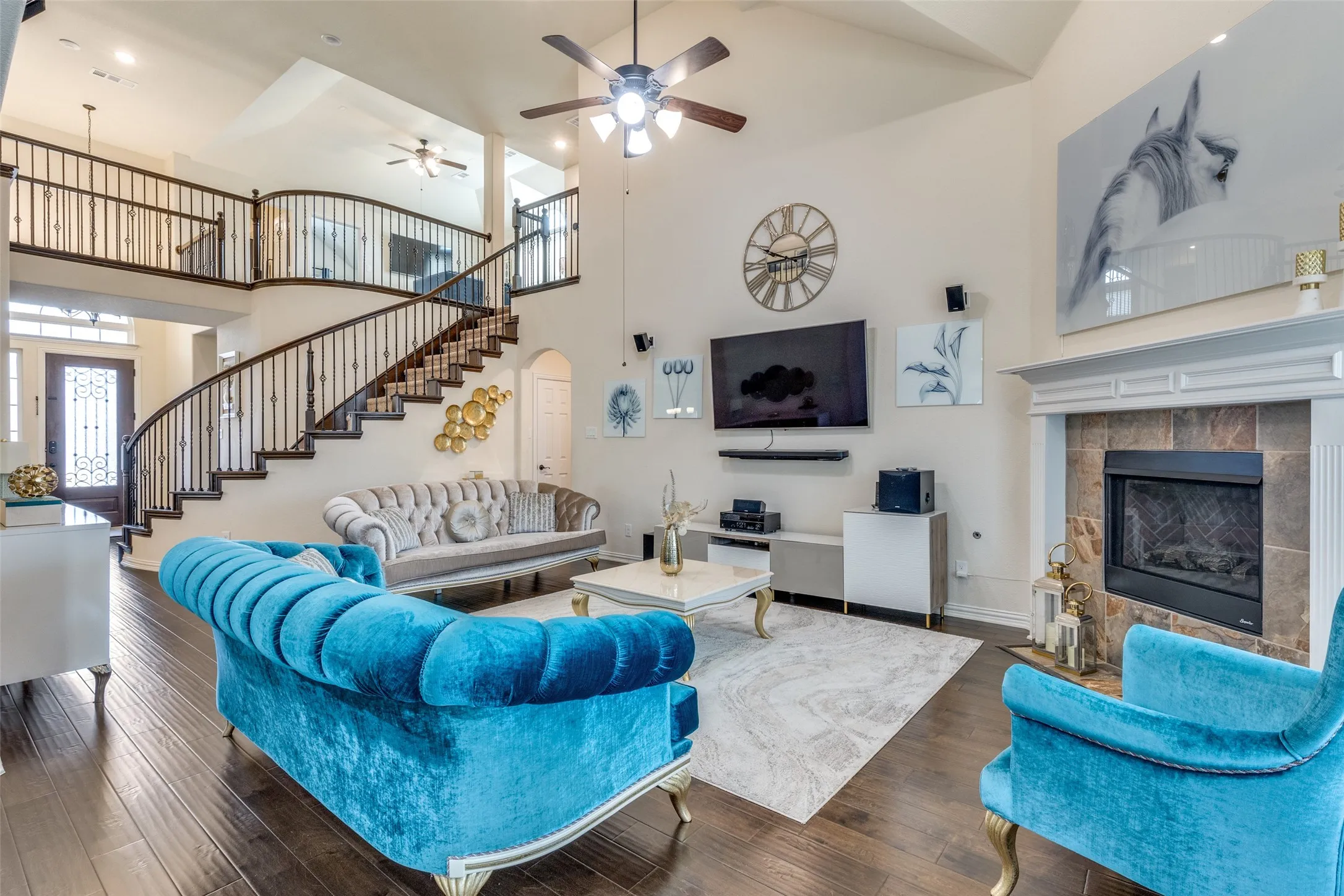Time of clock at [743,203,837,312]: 2:49
